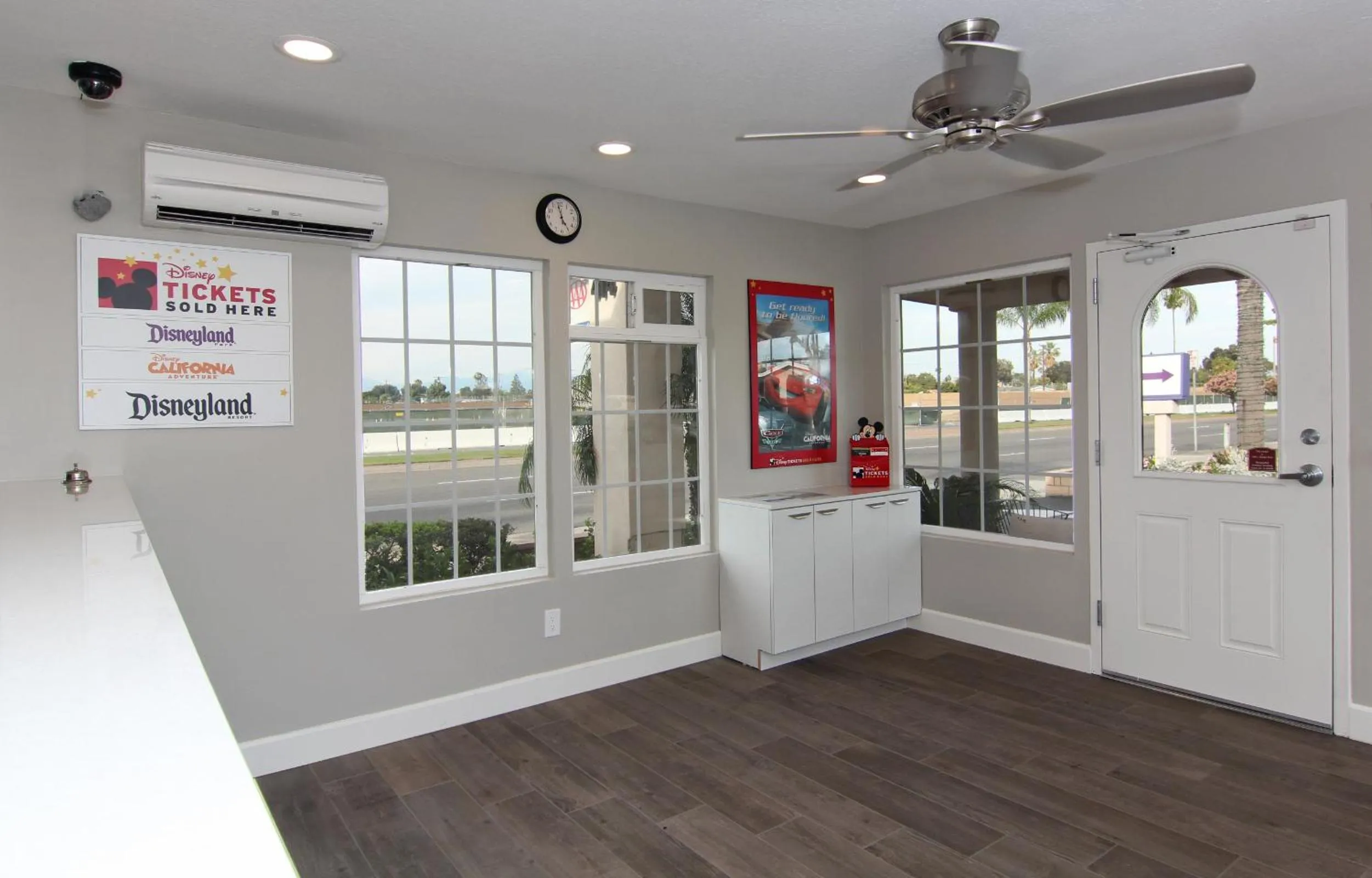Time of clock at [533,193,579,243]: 4:58
